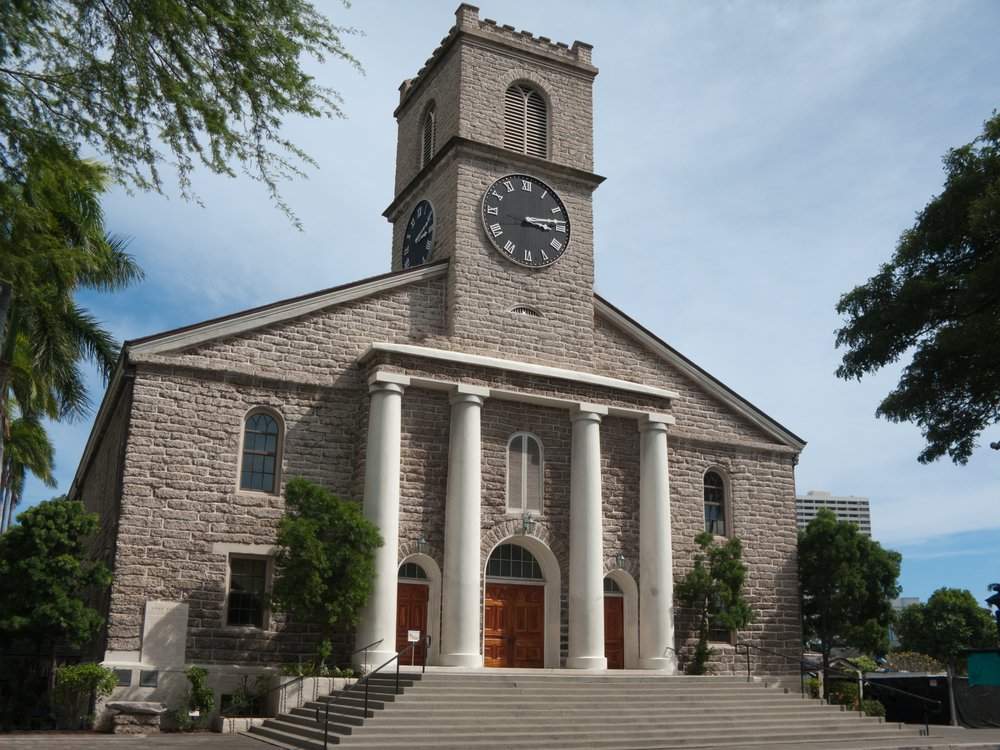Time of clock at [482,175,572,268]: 3:13
